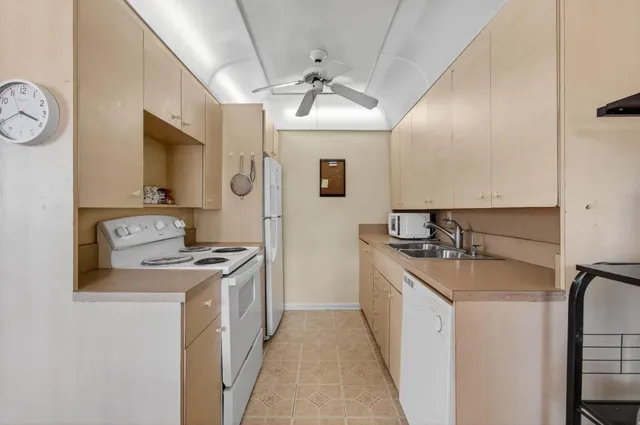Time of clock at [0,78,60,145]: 3:40
